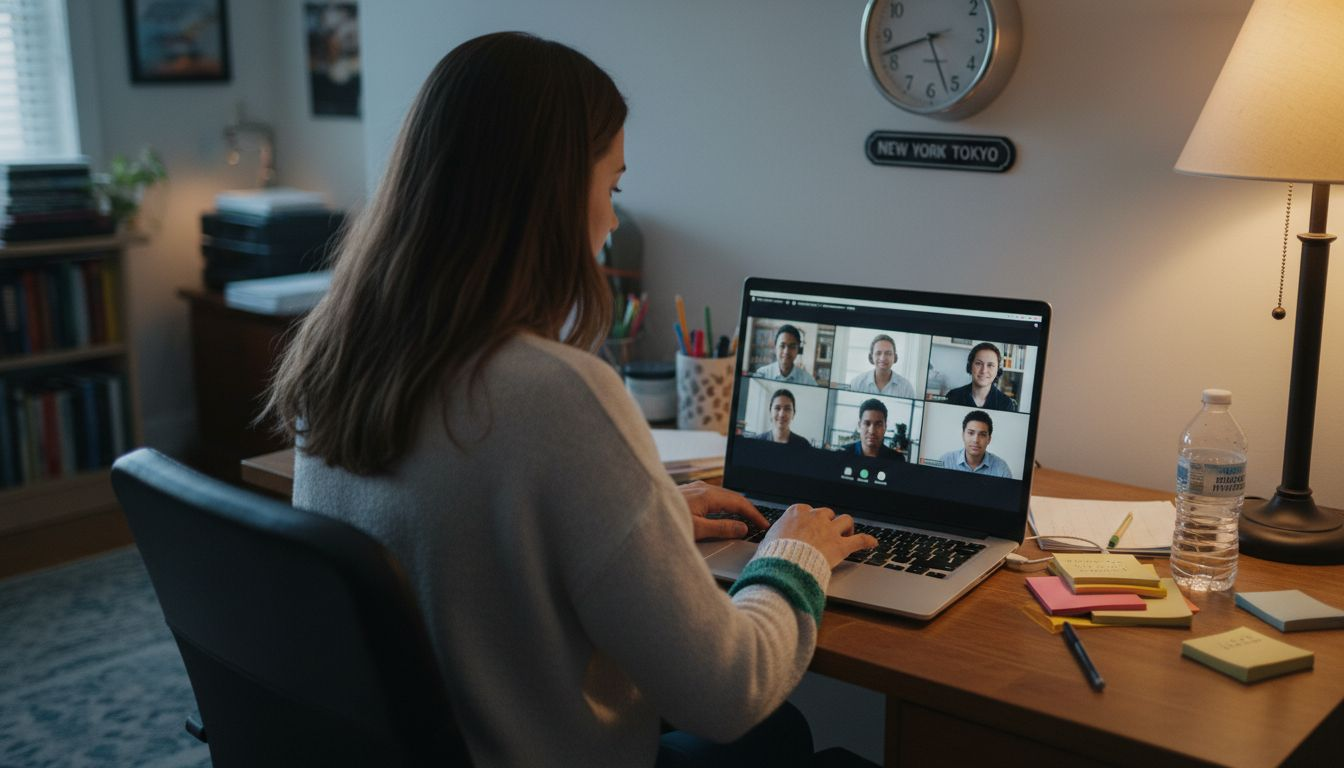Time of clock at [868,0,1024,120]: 8:26
